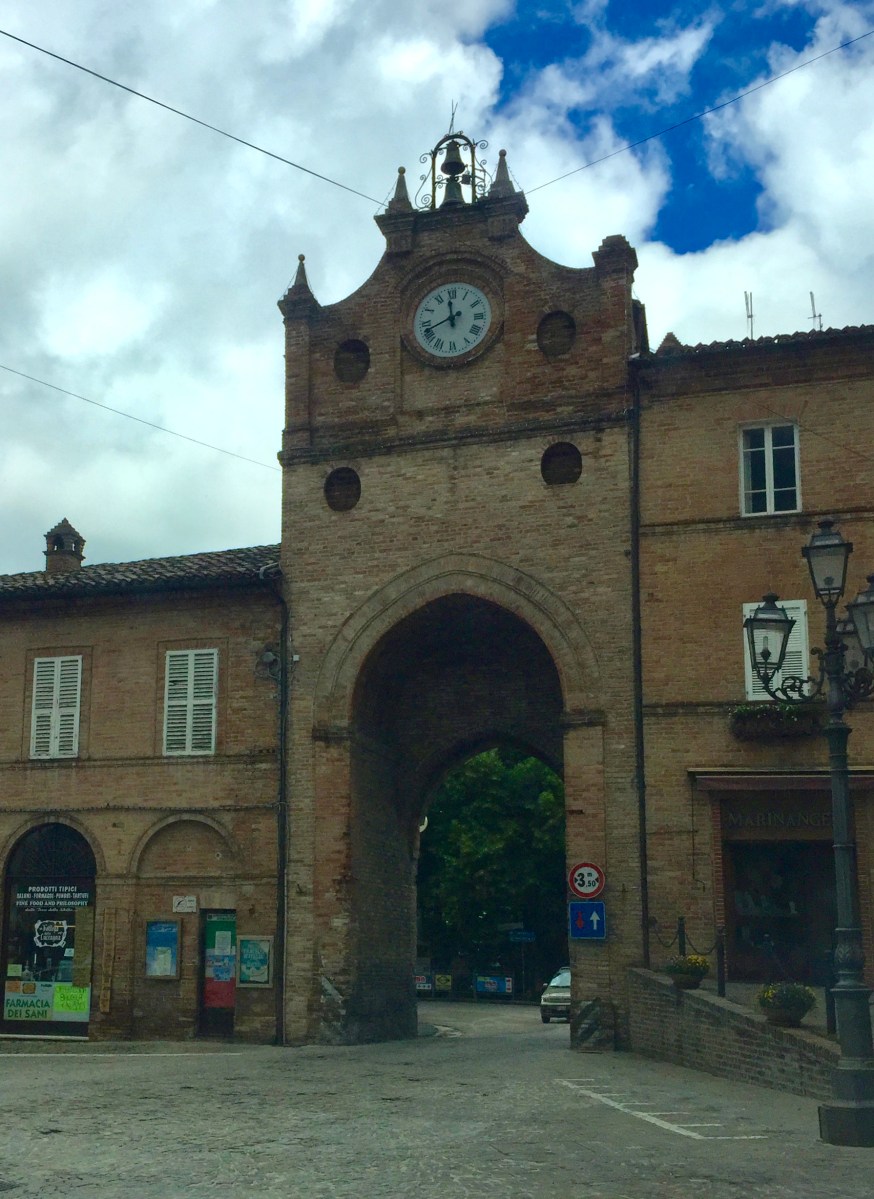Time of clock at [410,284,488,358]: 11:41
